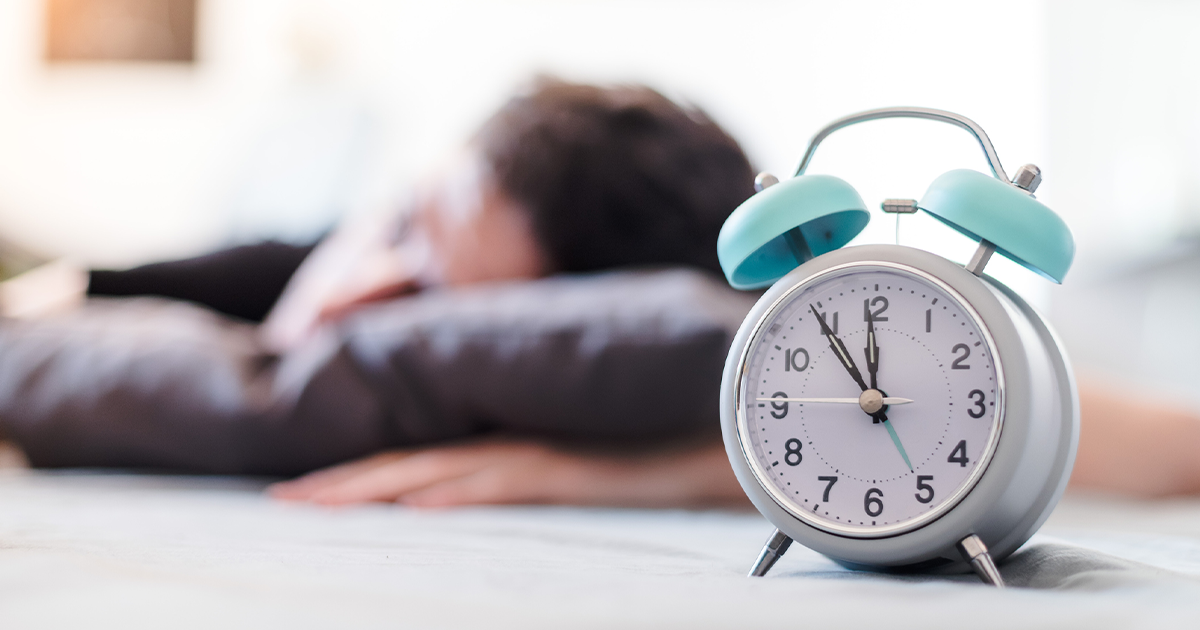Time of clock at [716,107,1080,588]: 11:54
